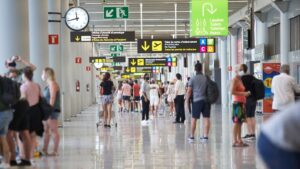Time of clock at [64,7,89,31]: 11:42
